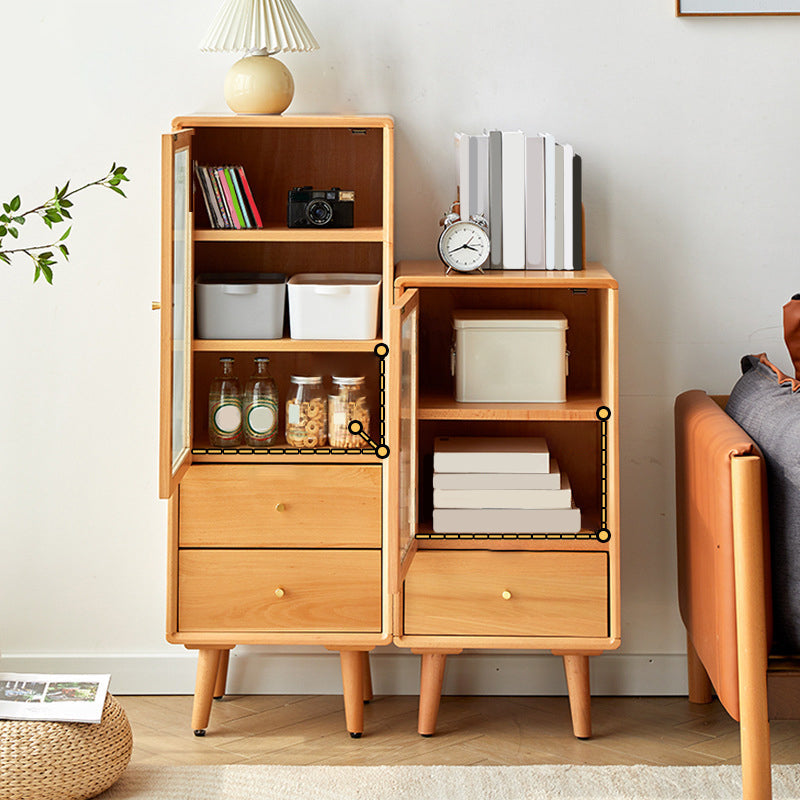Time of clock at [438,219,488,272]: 3:41
